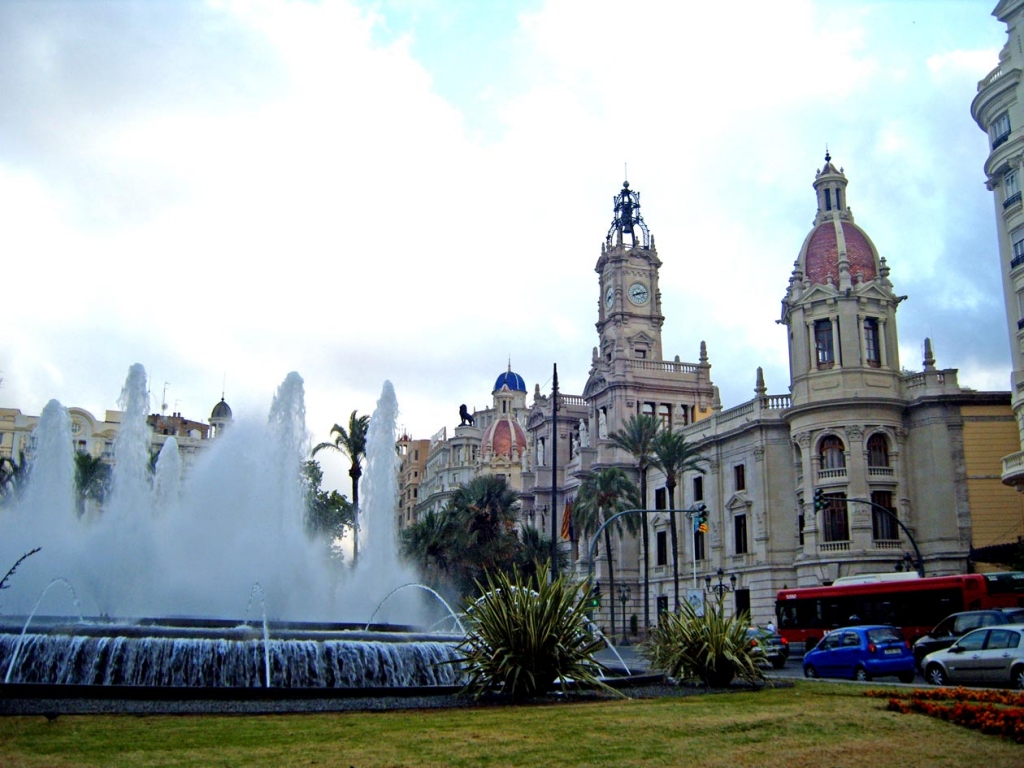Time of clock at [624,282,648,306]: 8:12
